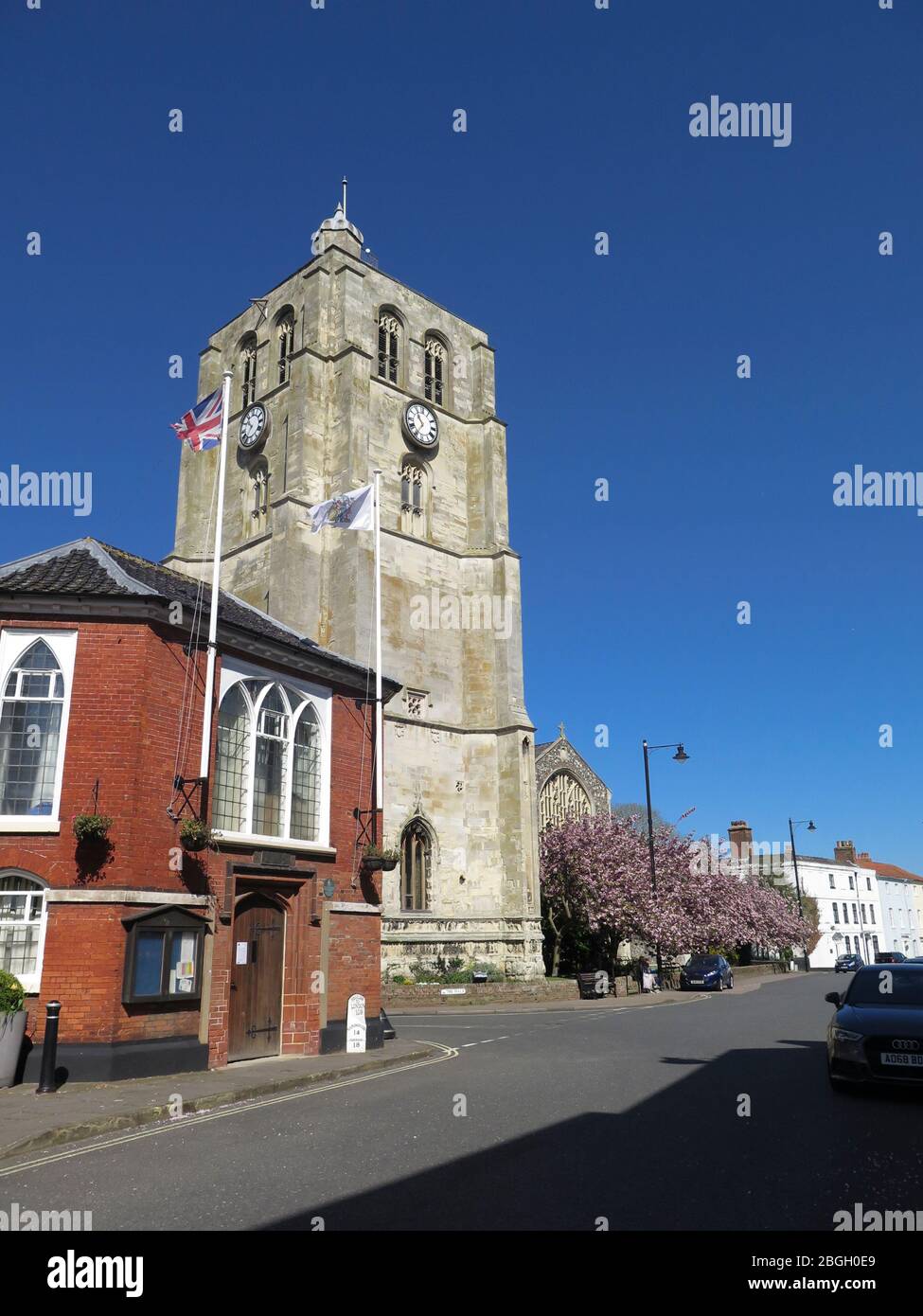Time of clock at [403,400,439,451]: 10:35
